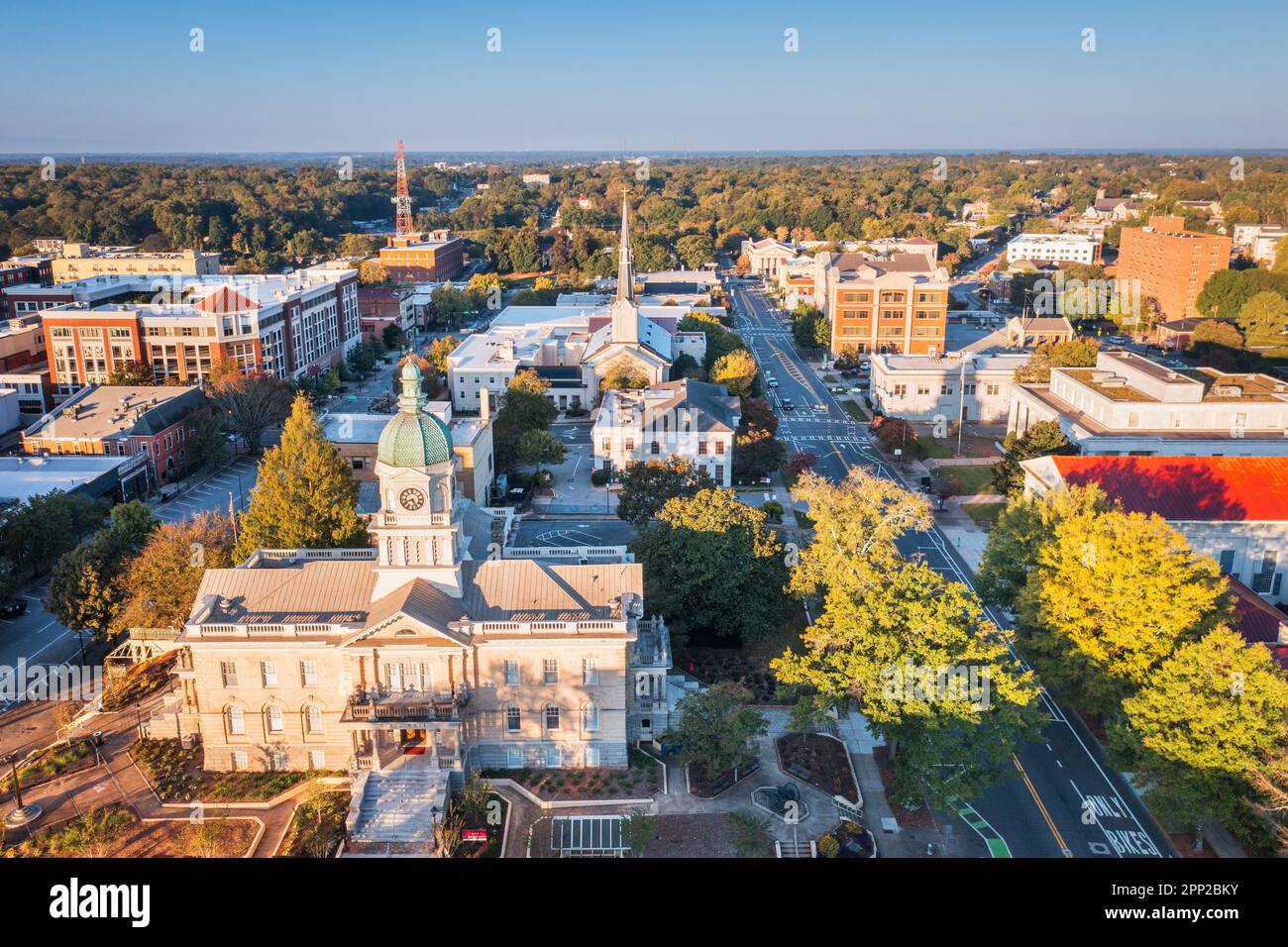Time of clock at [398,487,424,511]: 8:26
